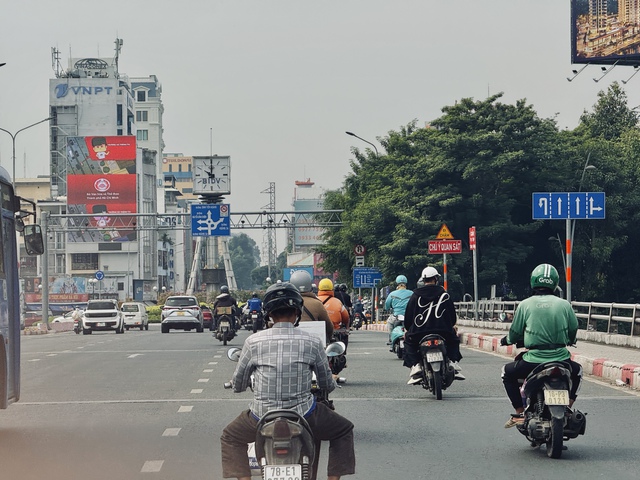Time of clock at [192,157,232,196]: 10:00
